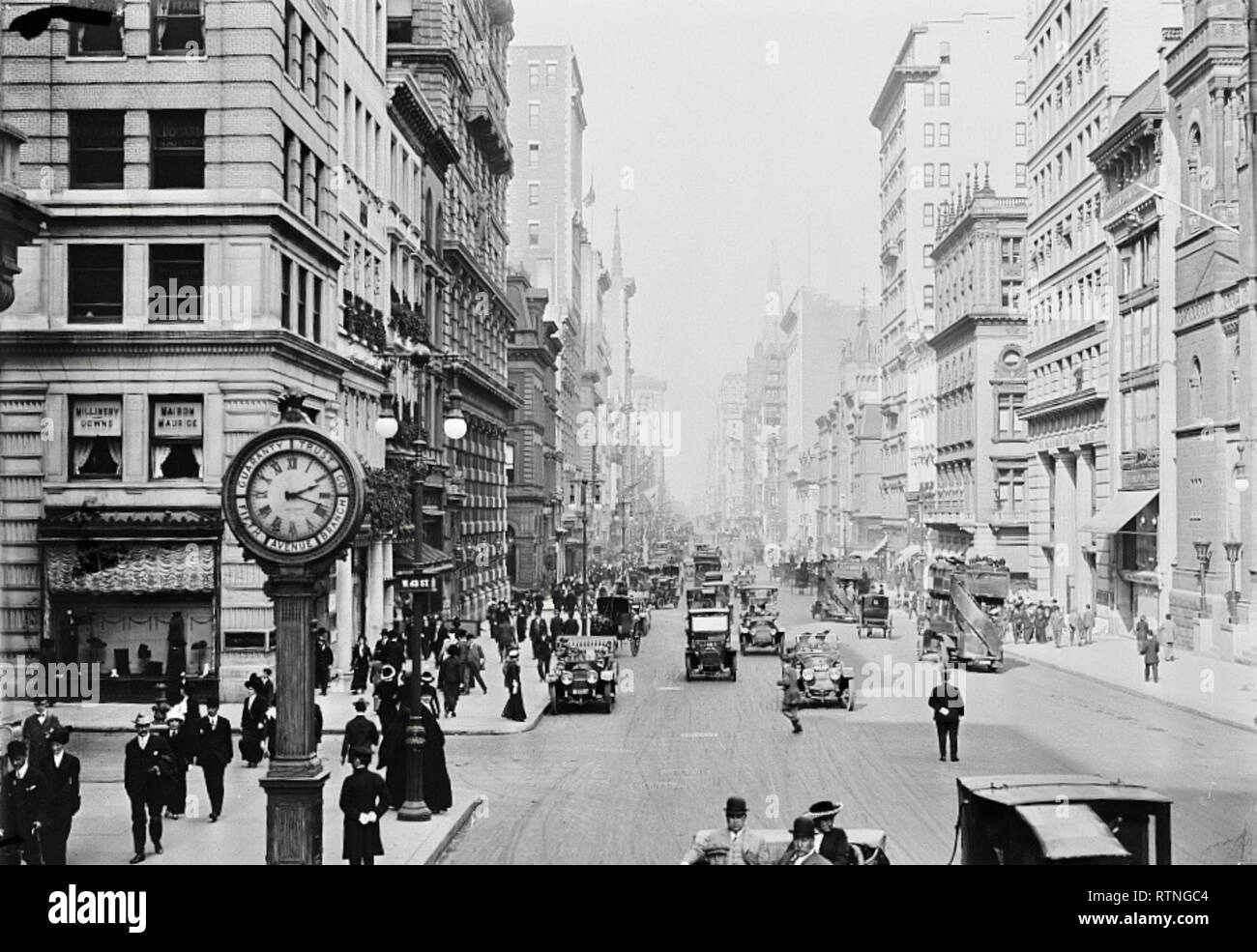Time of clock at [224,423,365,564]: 2:18
